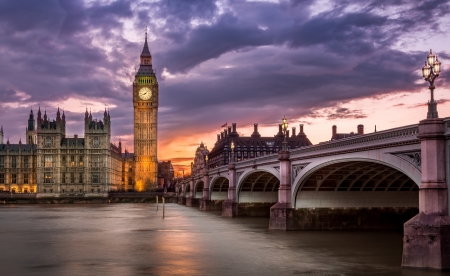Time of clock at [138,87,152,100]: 8:07
